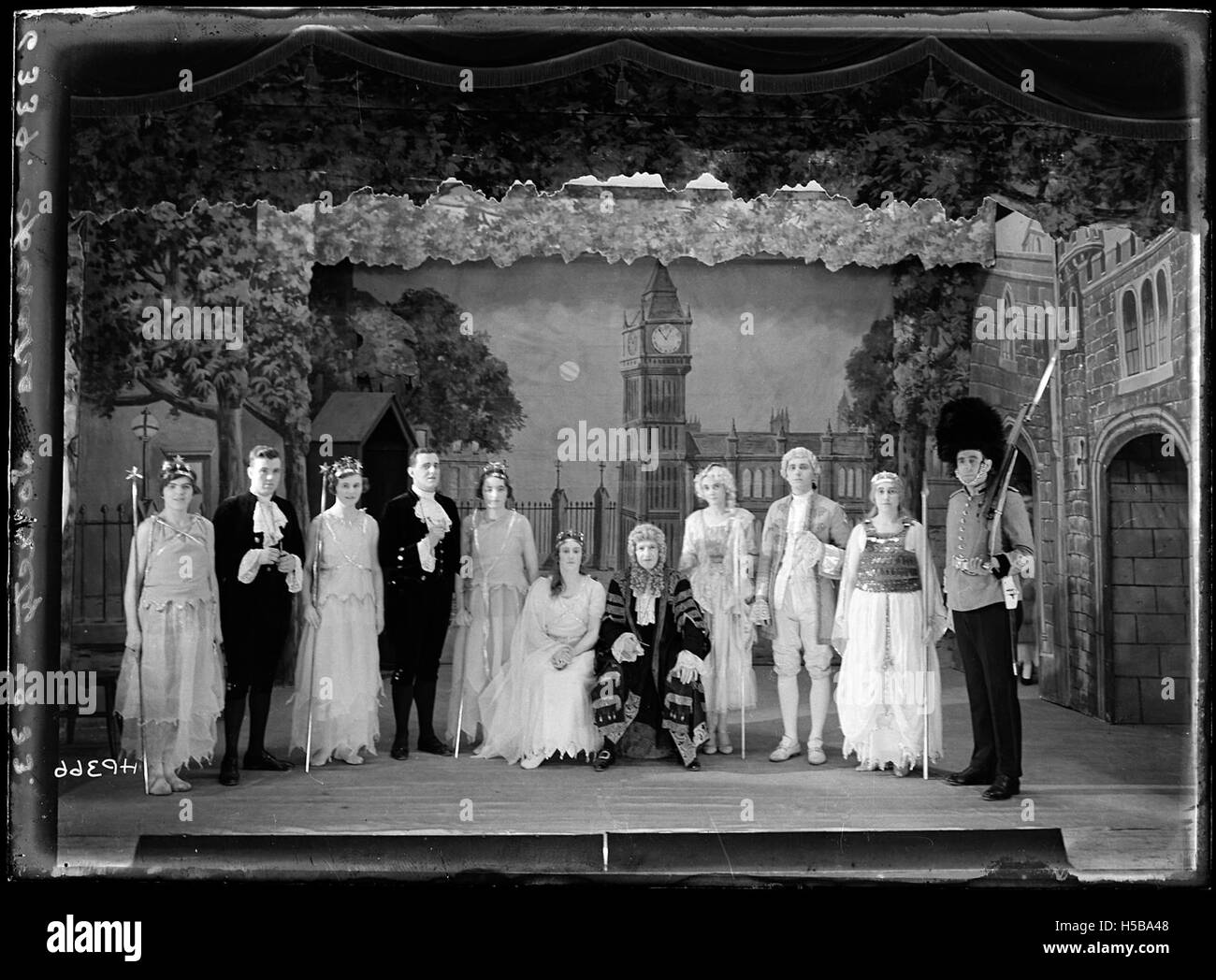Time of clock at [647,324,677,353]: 12:53
